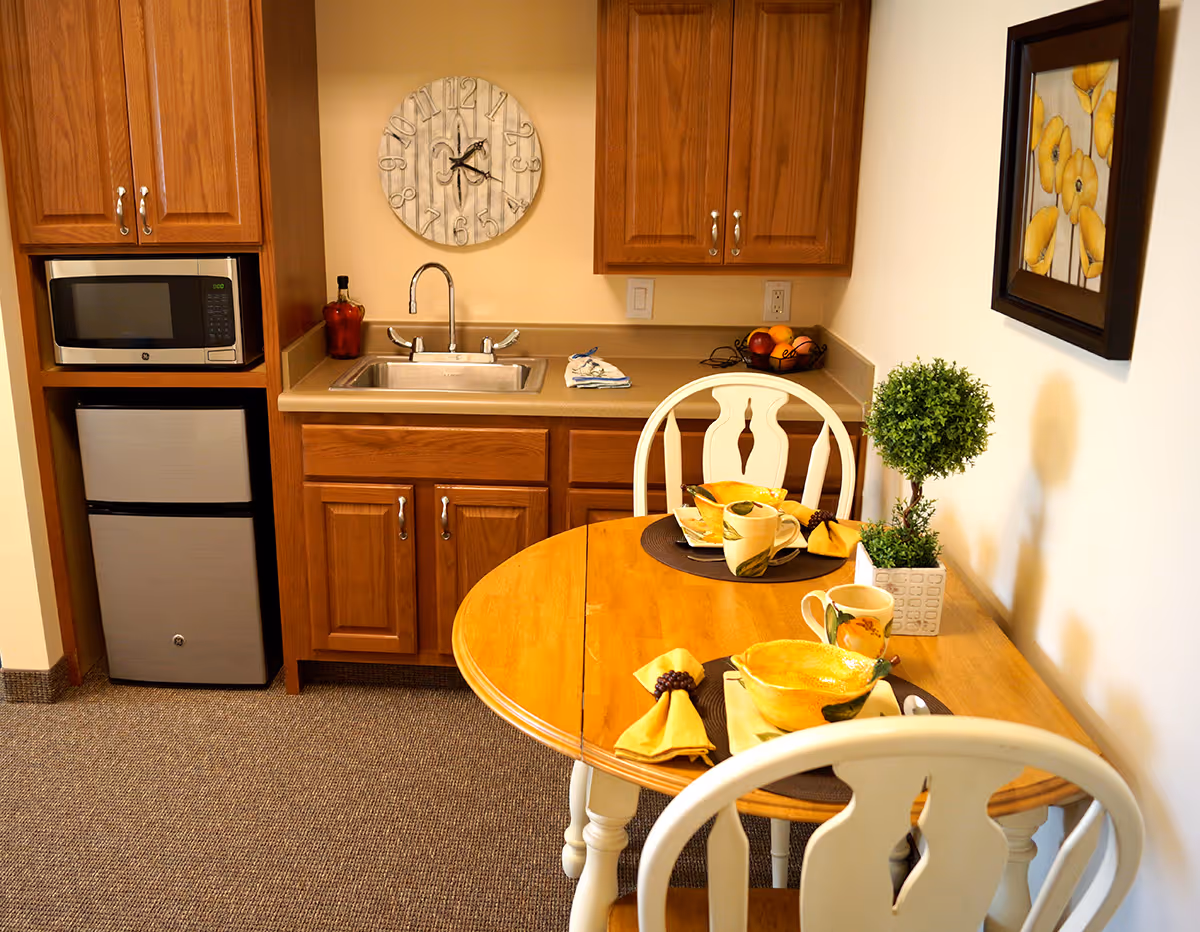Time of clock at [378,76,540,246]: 1:18
